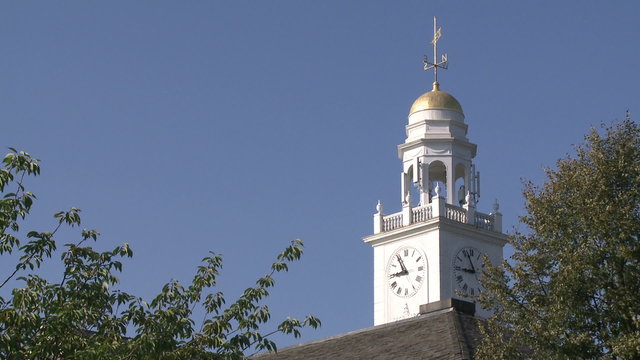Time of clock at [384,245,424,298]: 8:54
